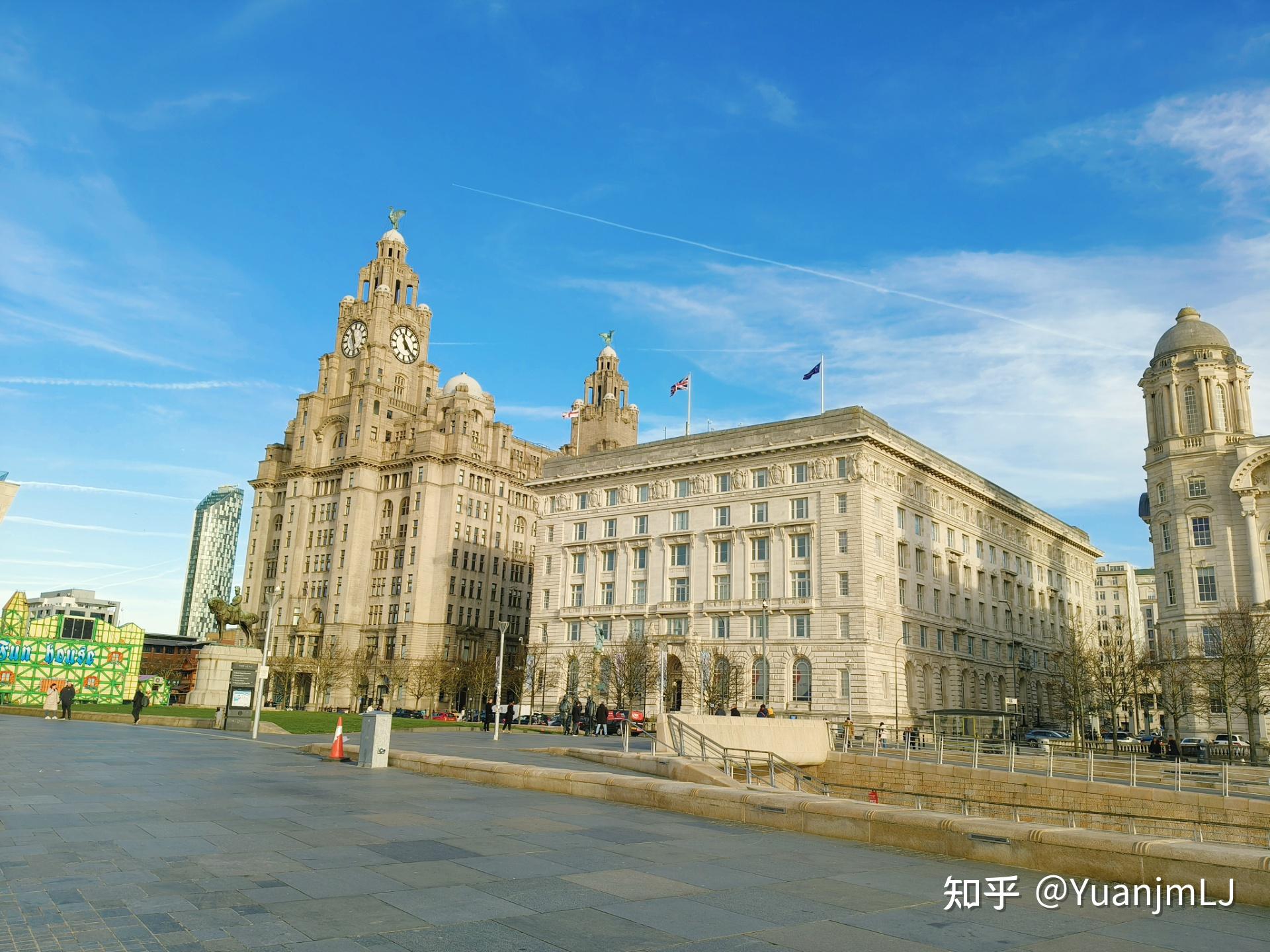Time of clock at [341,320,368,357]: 11:28
